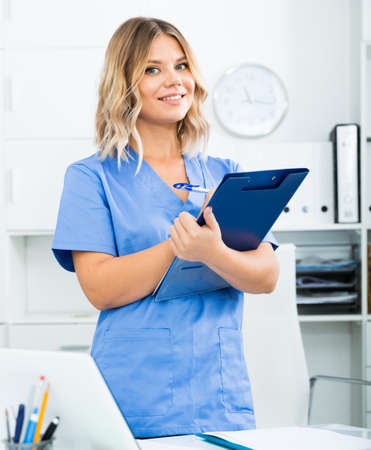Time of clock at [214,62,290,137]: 11:16
